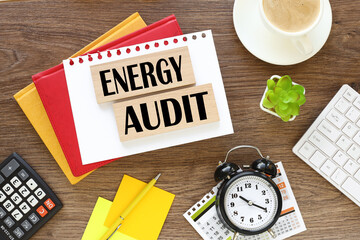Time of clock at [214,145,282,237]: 10:19
